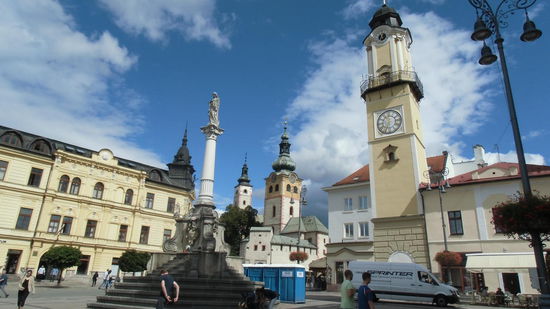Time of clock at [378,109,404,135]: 11:33
